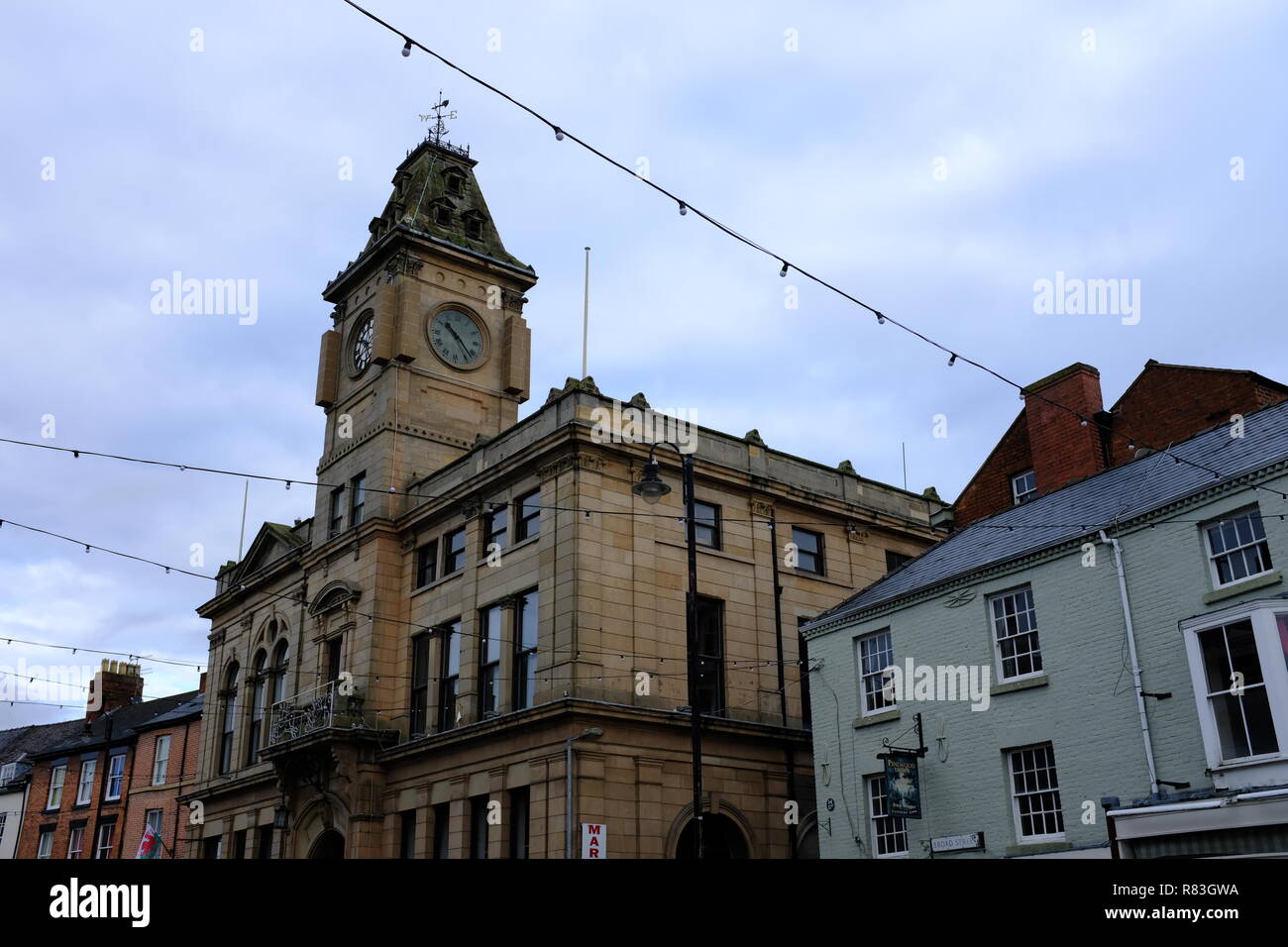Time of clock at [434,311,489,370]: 10:22
